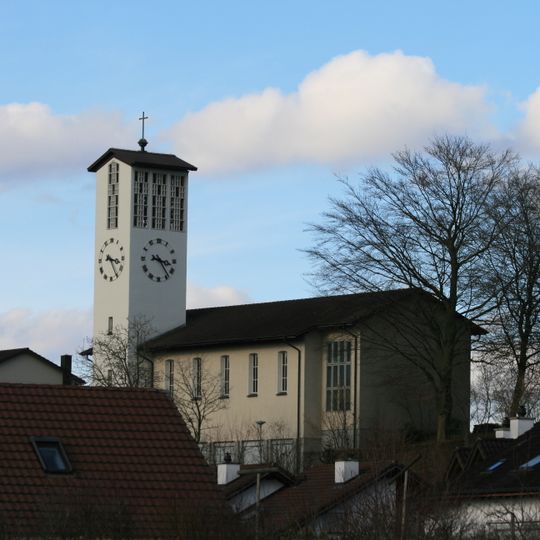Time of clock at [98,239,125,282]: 3:24
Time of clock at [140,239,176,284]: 3:23
